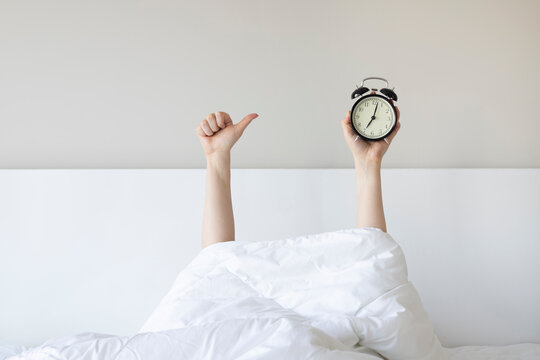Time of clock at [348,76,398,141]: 7:02
